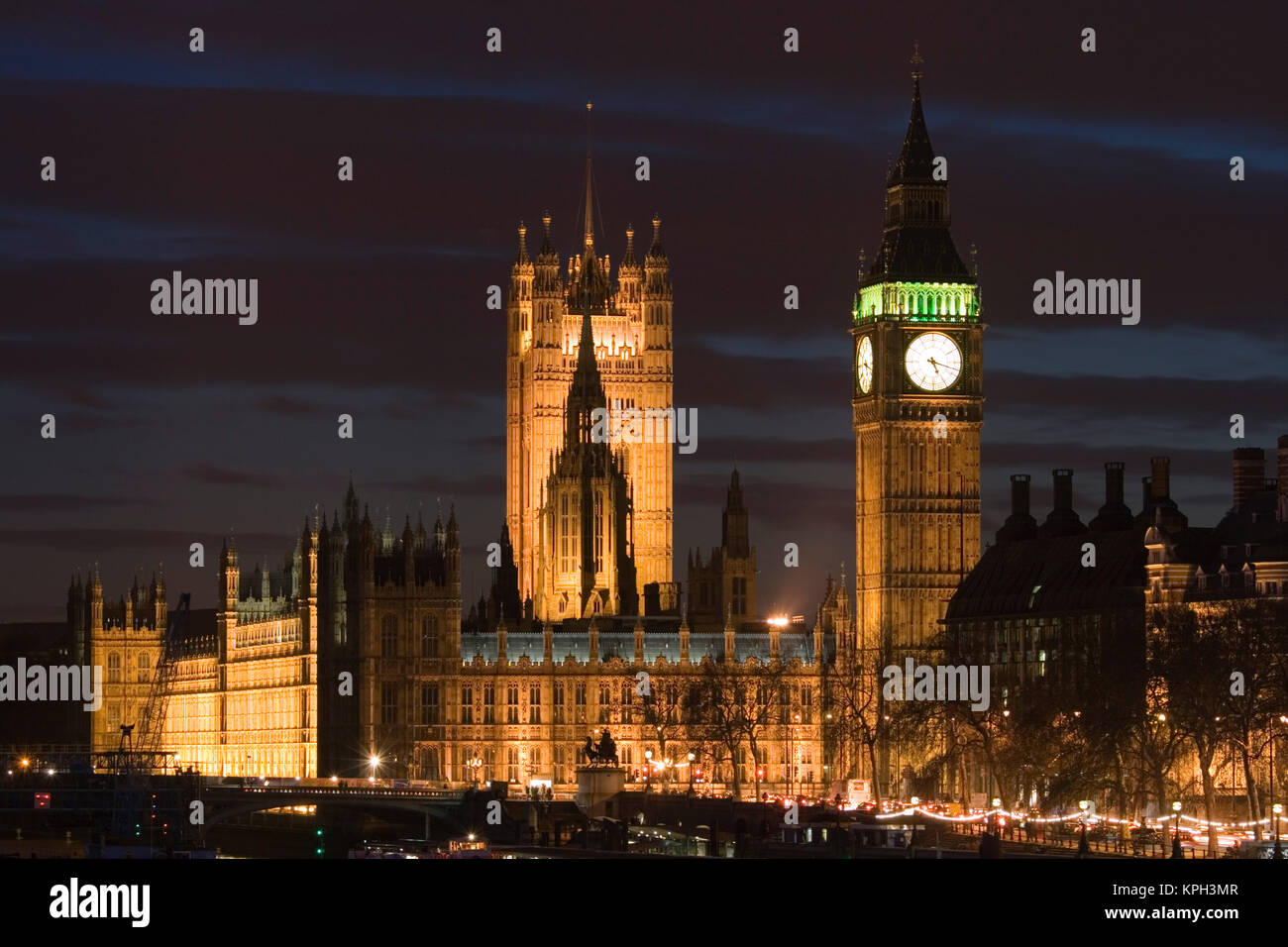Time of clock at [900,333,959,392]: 5:17
